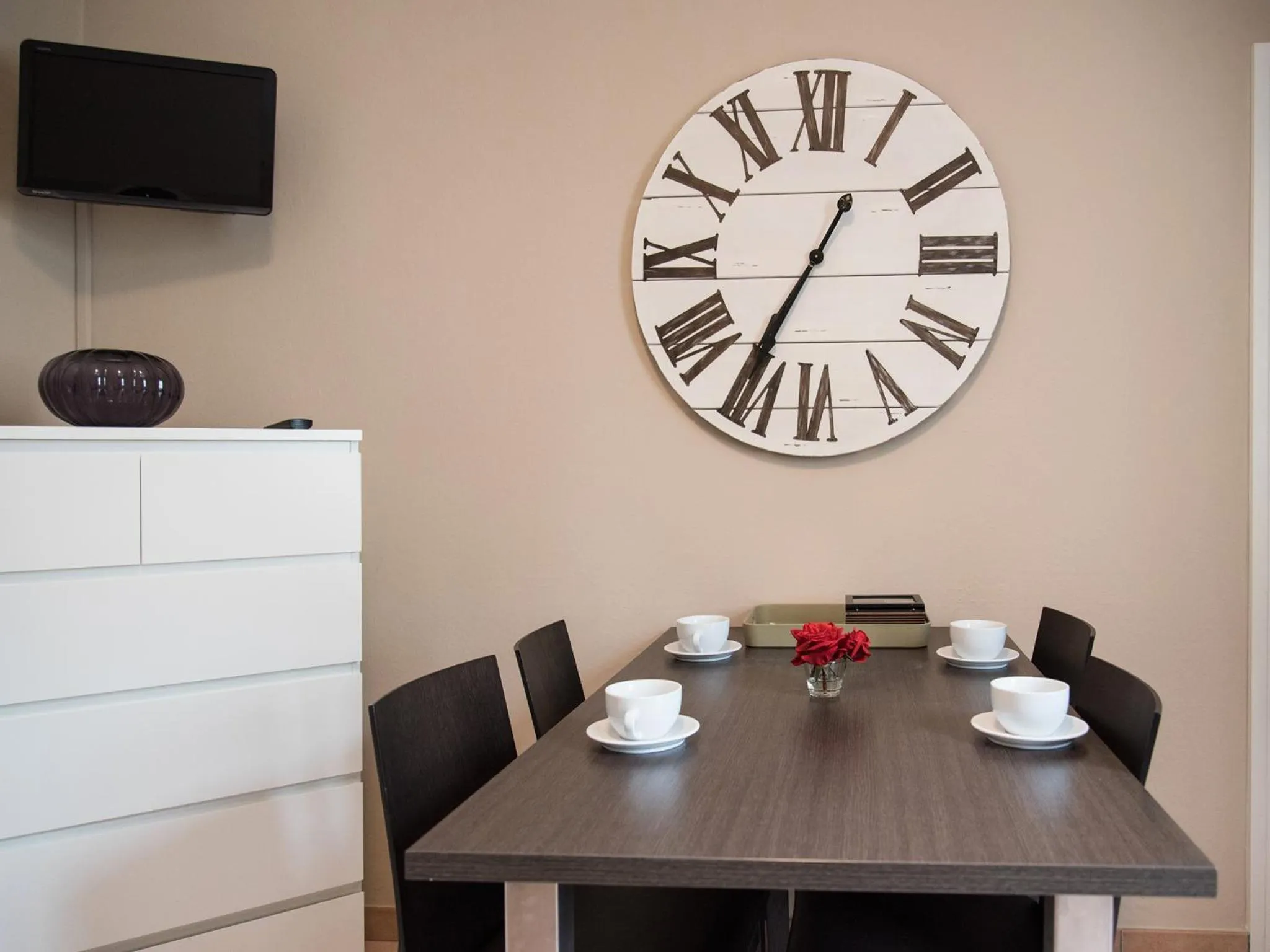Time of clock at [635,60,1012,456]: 12:35
